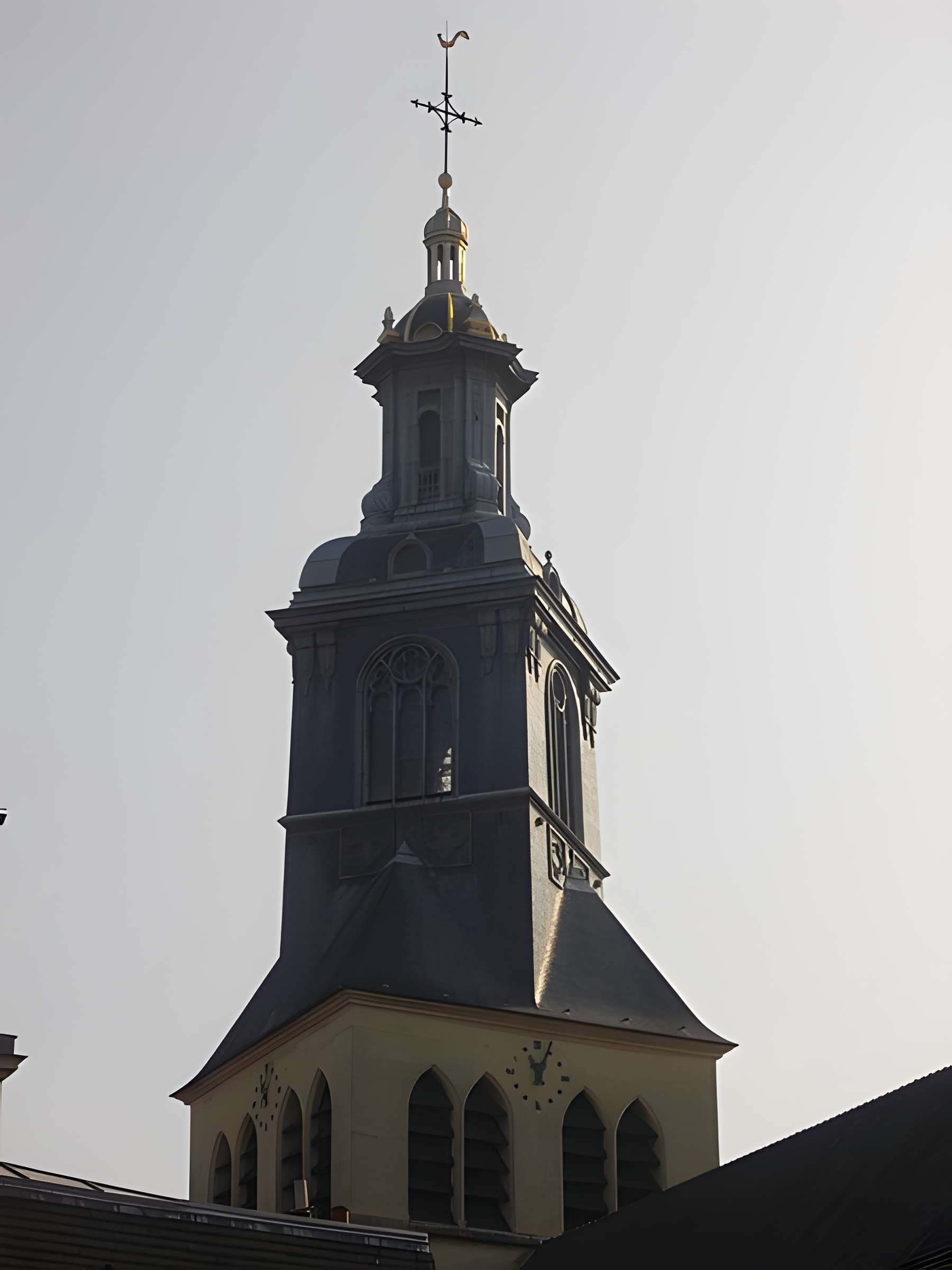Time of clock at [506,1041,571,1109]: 11:04
